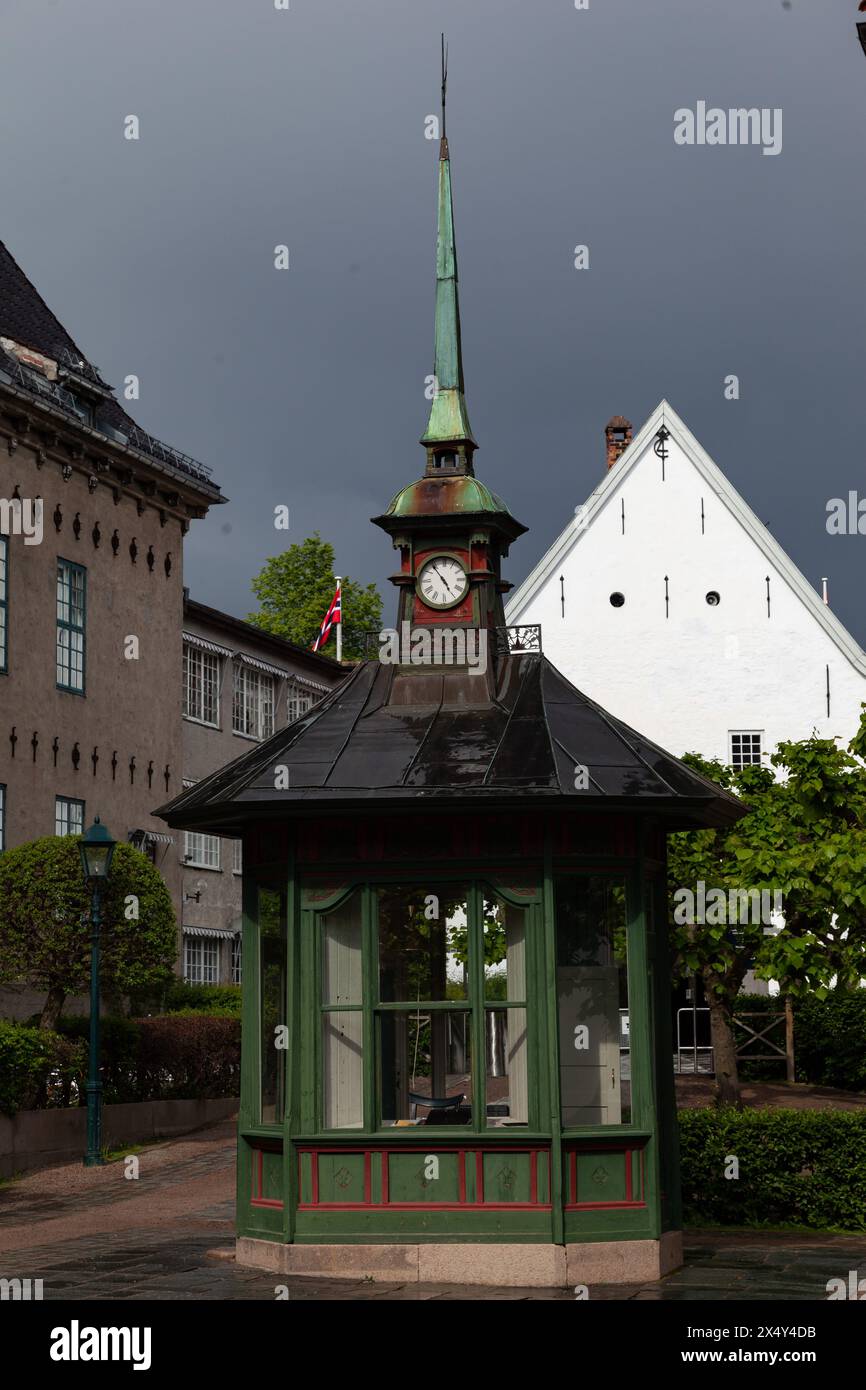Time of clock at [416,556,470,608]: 4:53
